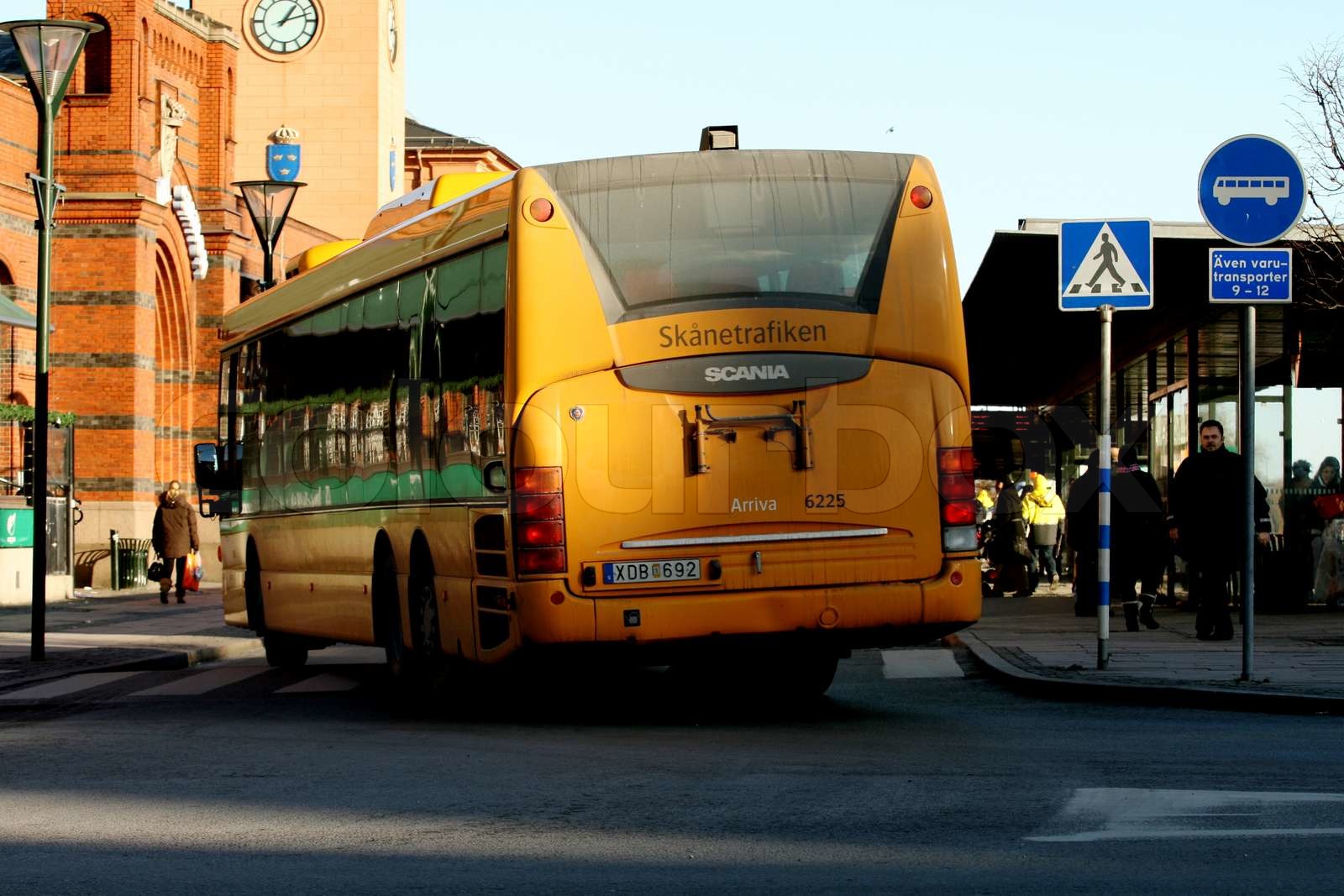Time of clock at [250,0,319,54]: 1:12
